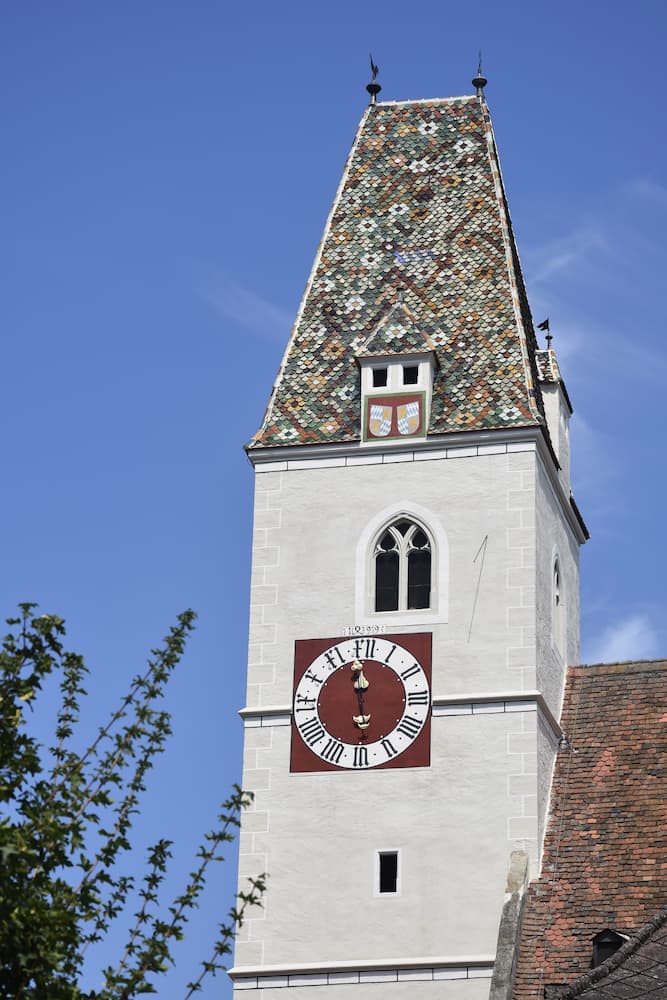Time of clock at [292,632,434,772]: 11:58
